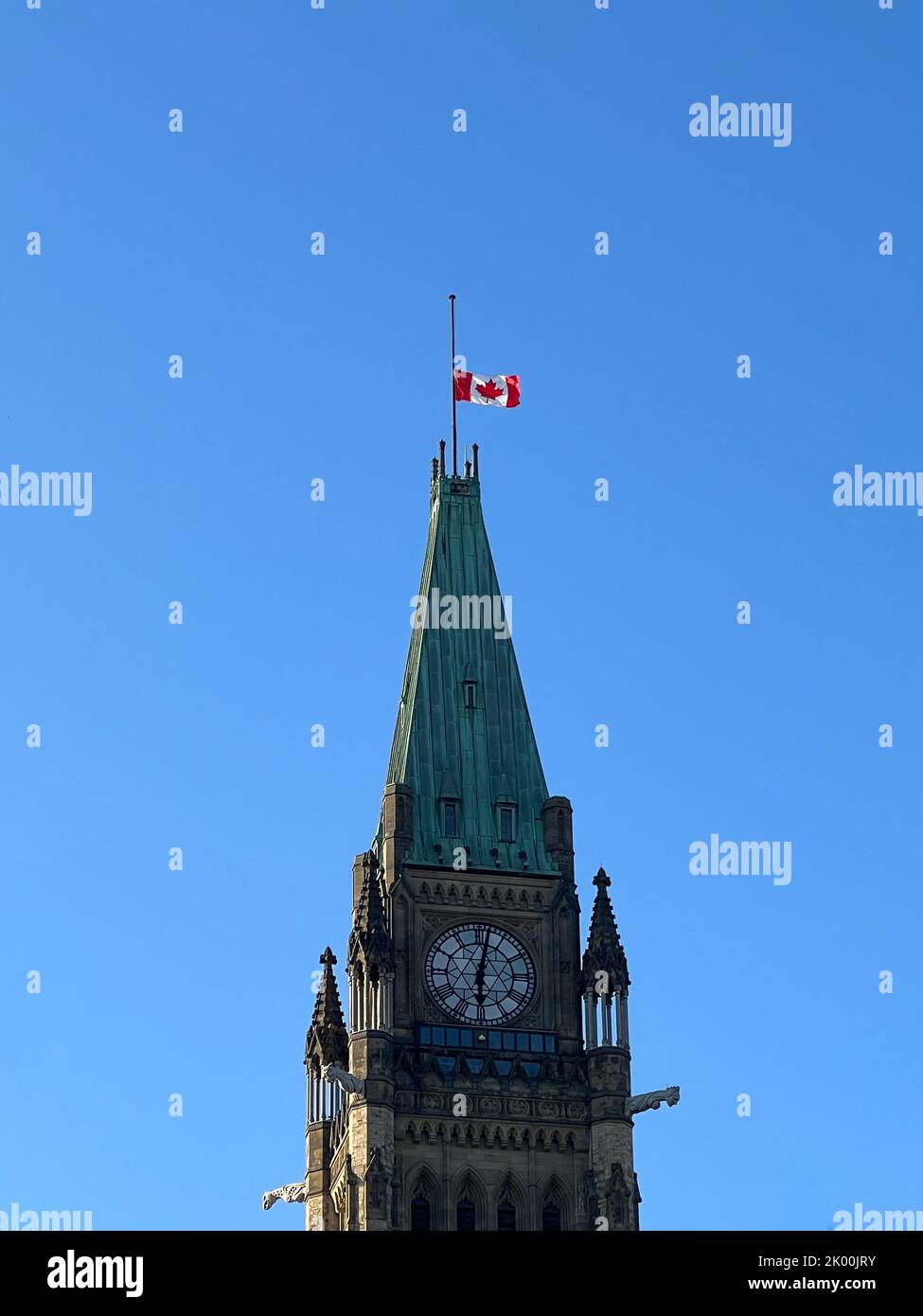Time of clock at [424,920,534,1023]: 6:01
